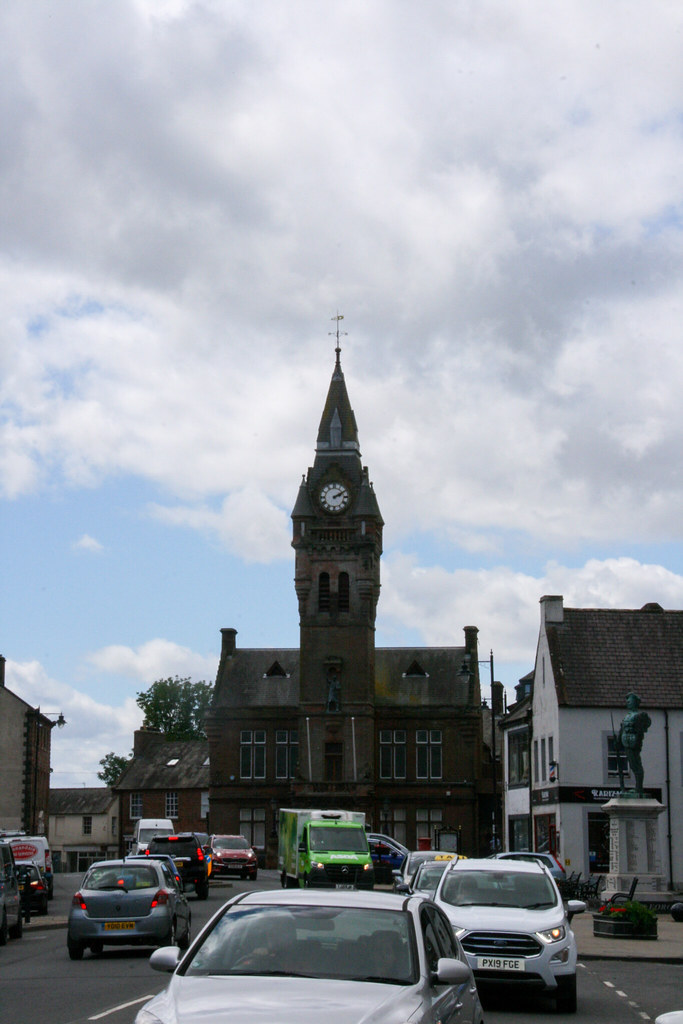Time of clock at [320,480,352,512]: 2:09
